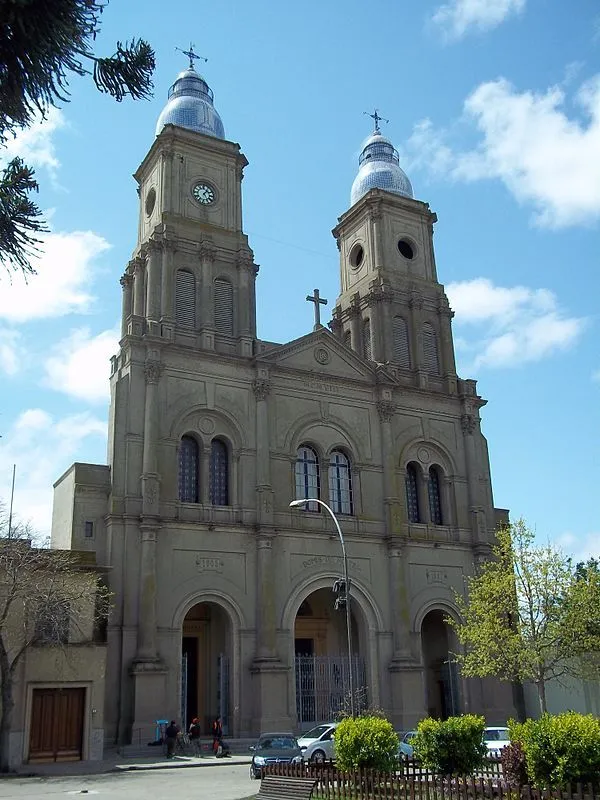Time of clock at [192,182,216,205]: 1:24
